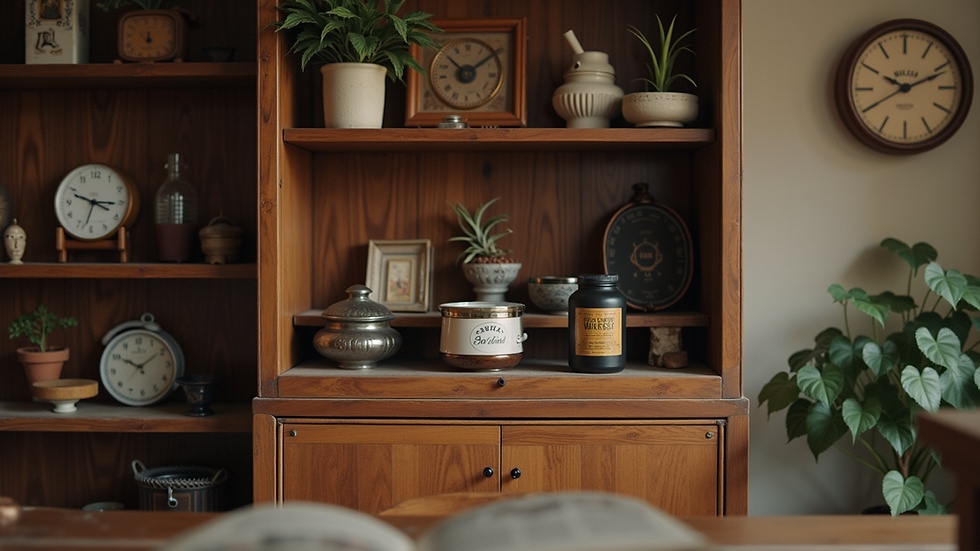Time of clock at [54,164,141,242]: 3:32
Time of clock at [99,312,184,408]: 10:09
